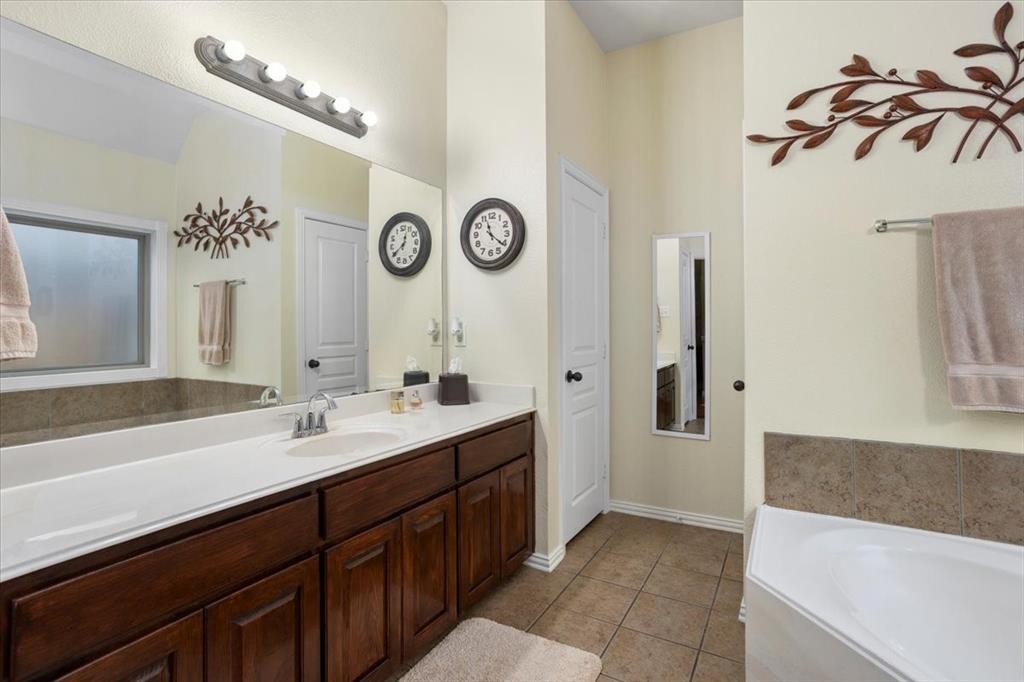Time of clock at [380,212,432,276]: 12:39
